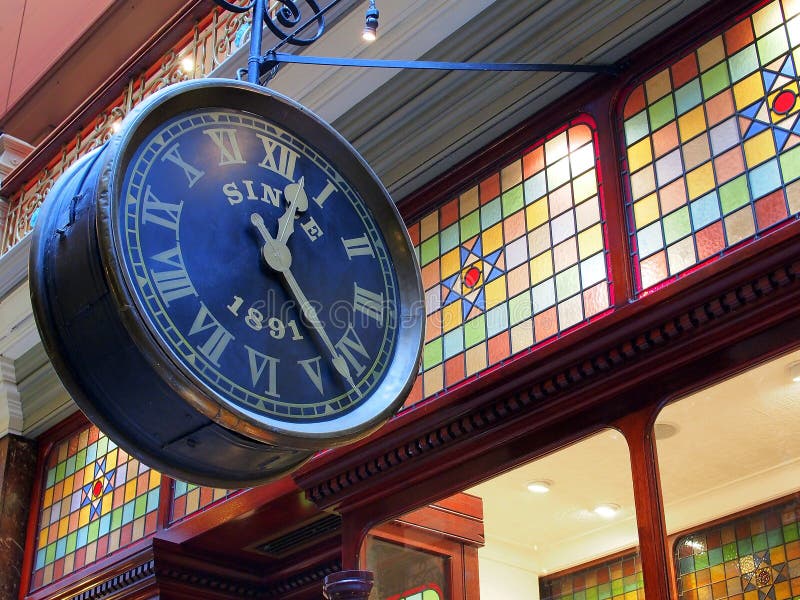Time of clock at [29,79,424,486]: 12:23
